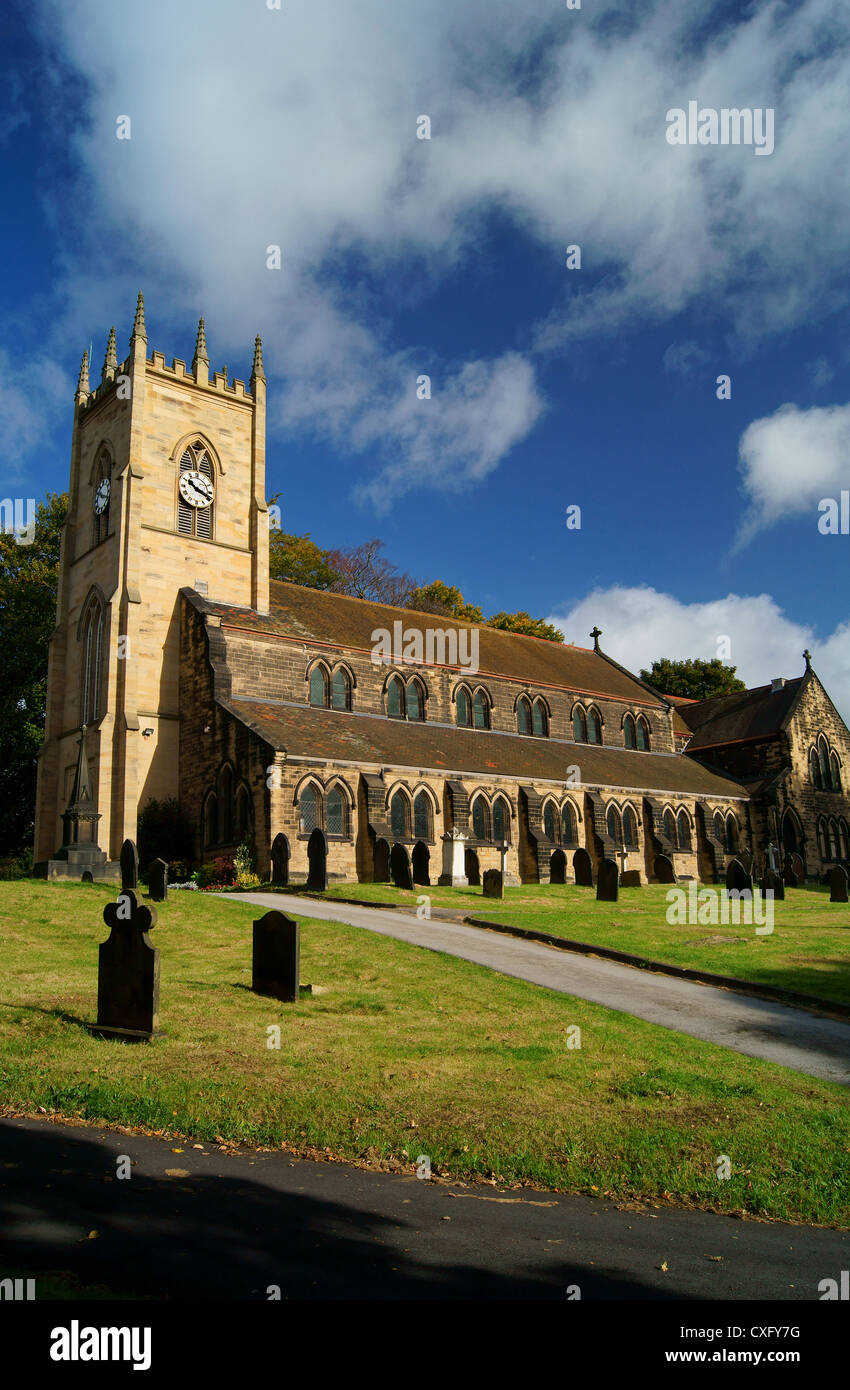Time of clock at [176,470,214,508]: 10:18
